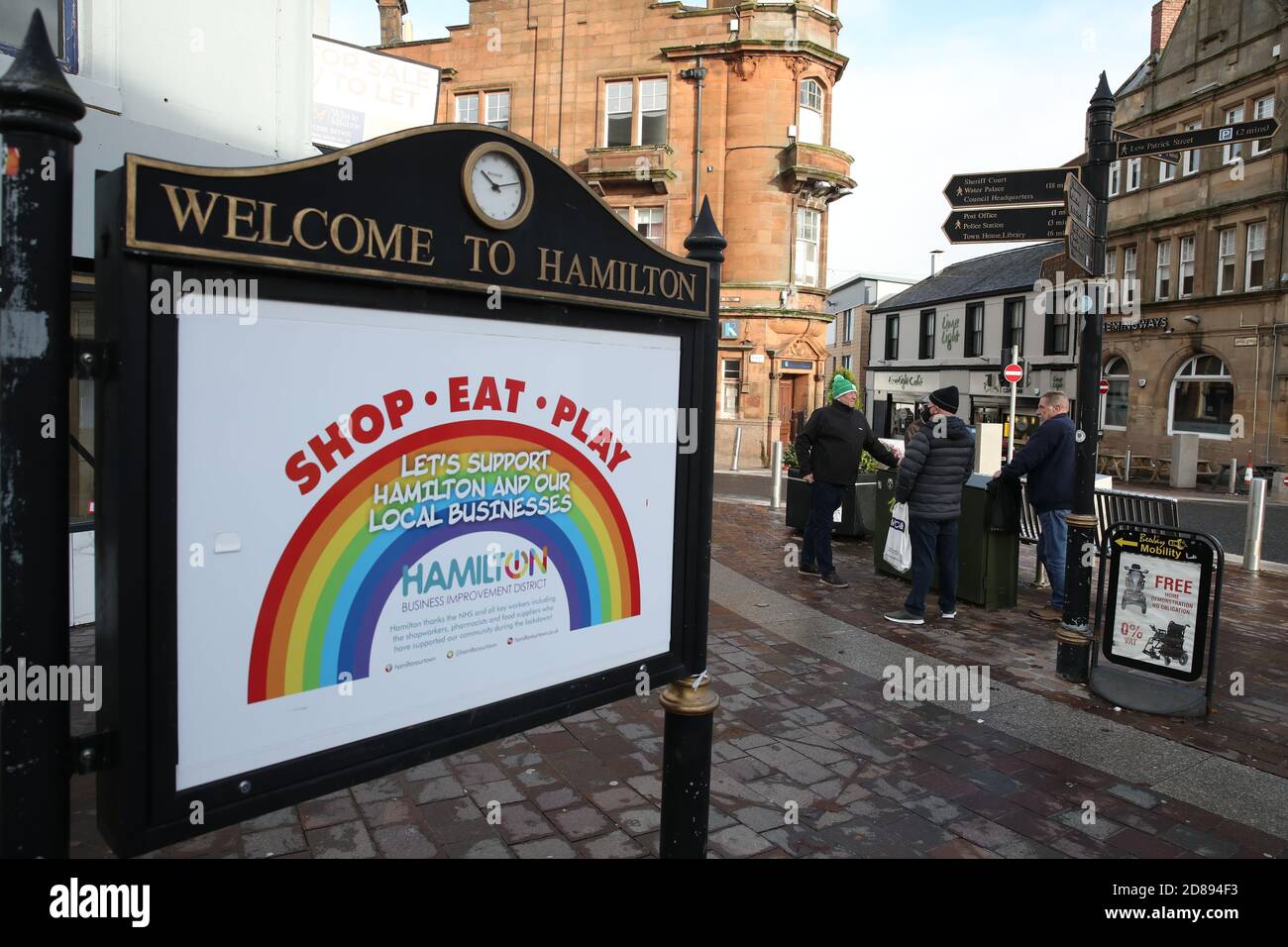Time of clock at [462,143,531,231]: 10:12
